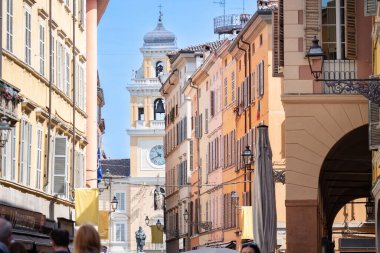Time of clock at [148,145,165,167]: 10:41
